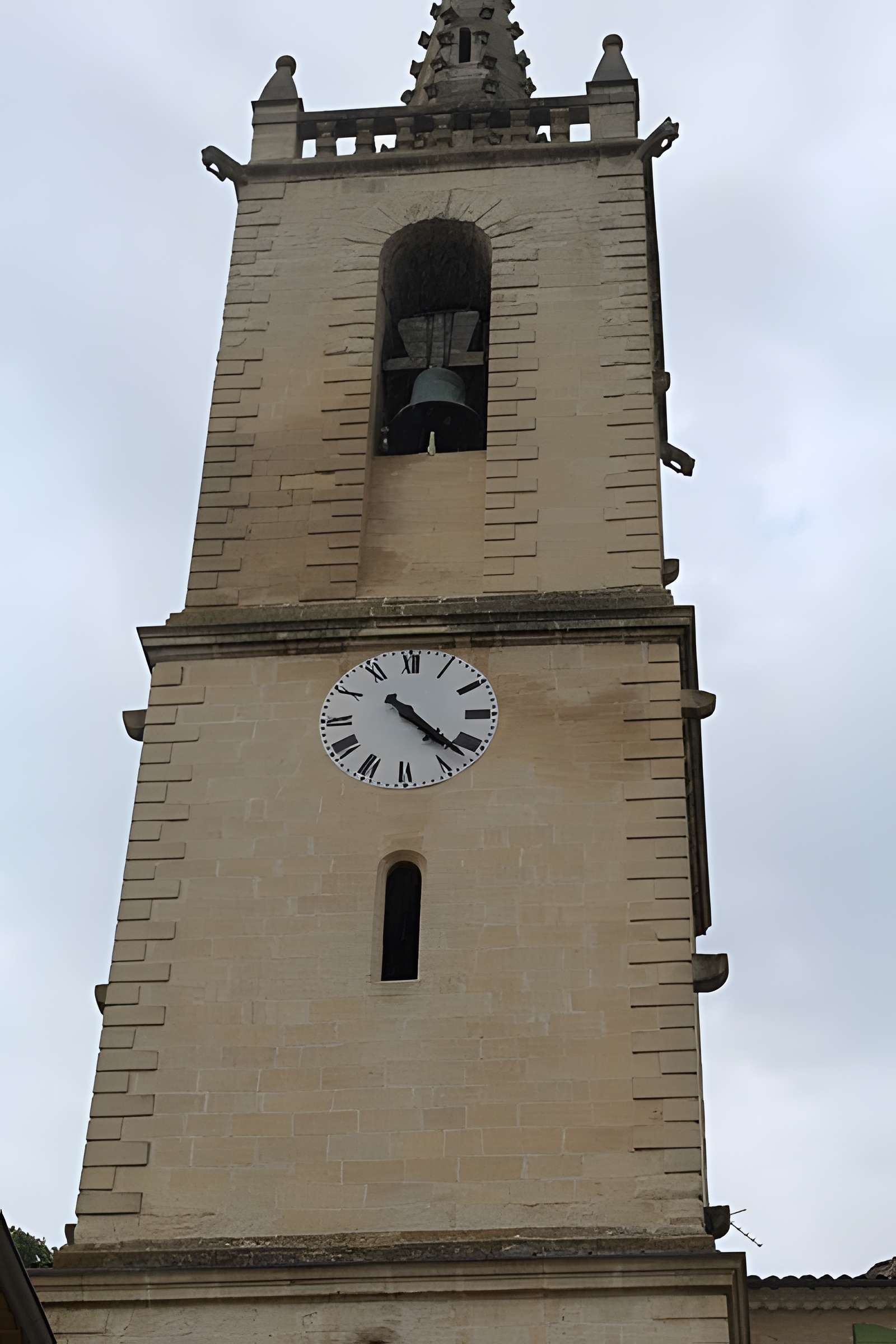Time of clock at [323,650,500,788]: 4:22
